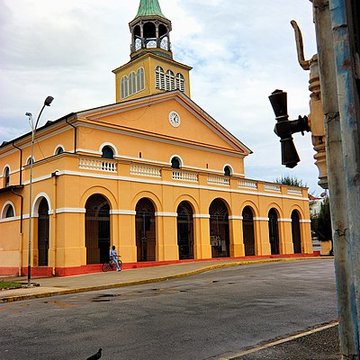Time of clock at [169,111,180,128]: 6:06
